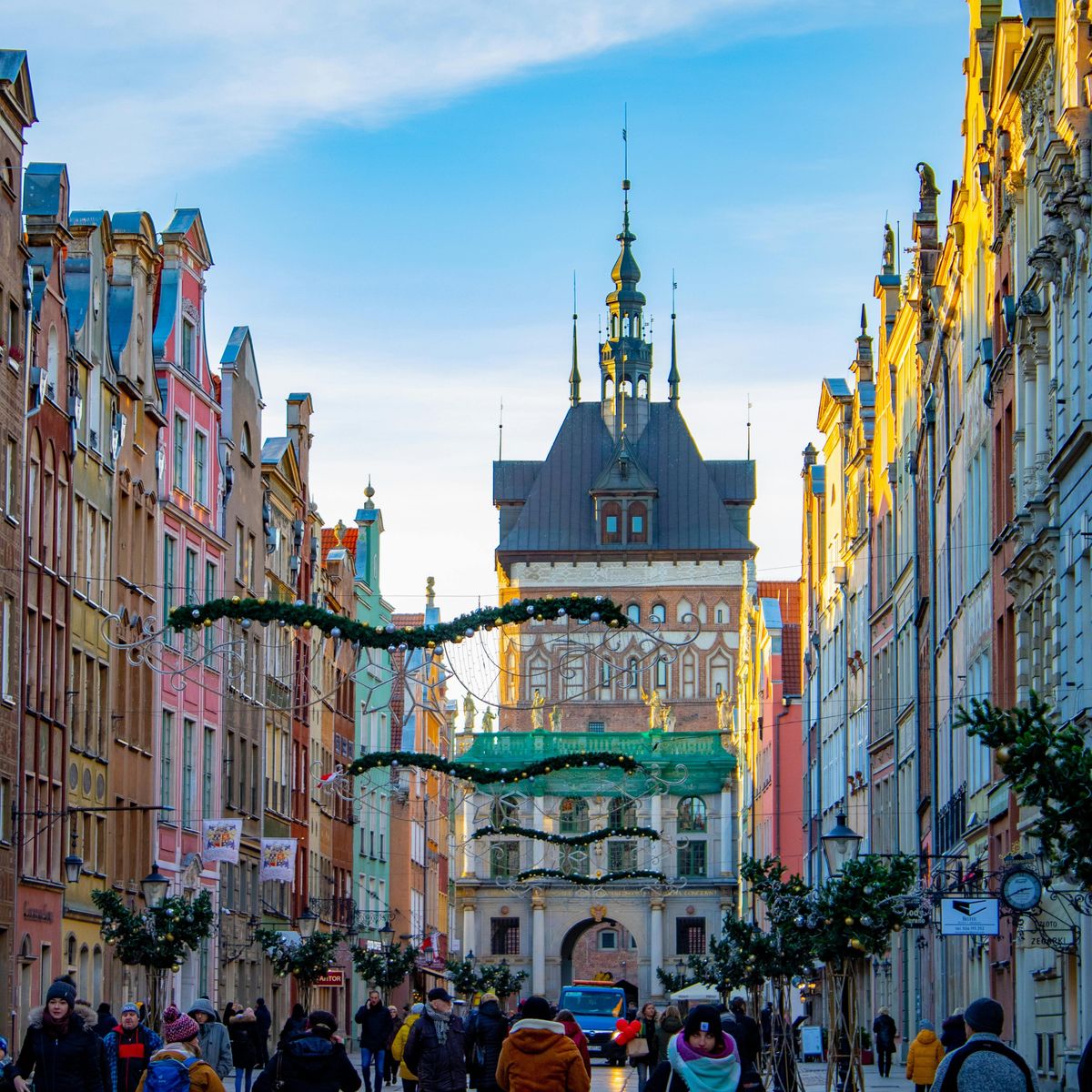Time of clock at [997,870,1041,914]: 2:40
